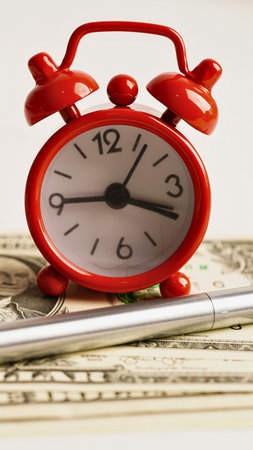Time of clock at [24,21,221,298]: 3:45
